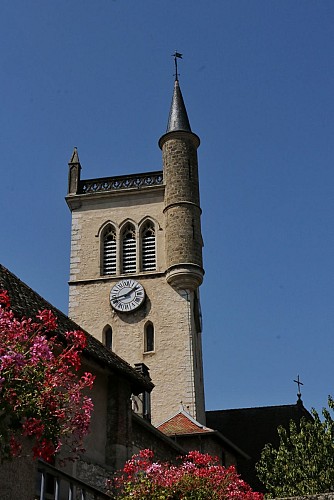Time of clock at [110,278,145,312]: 1:42
